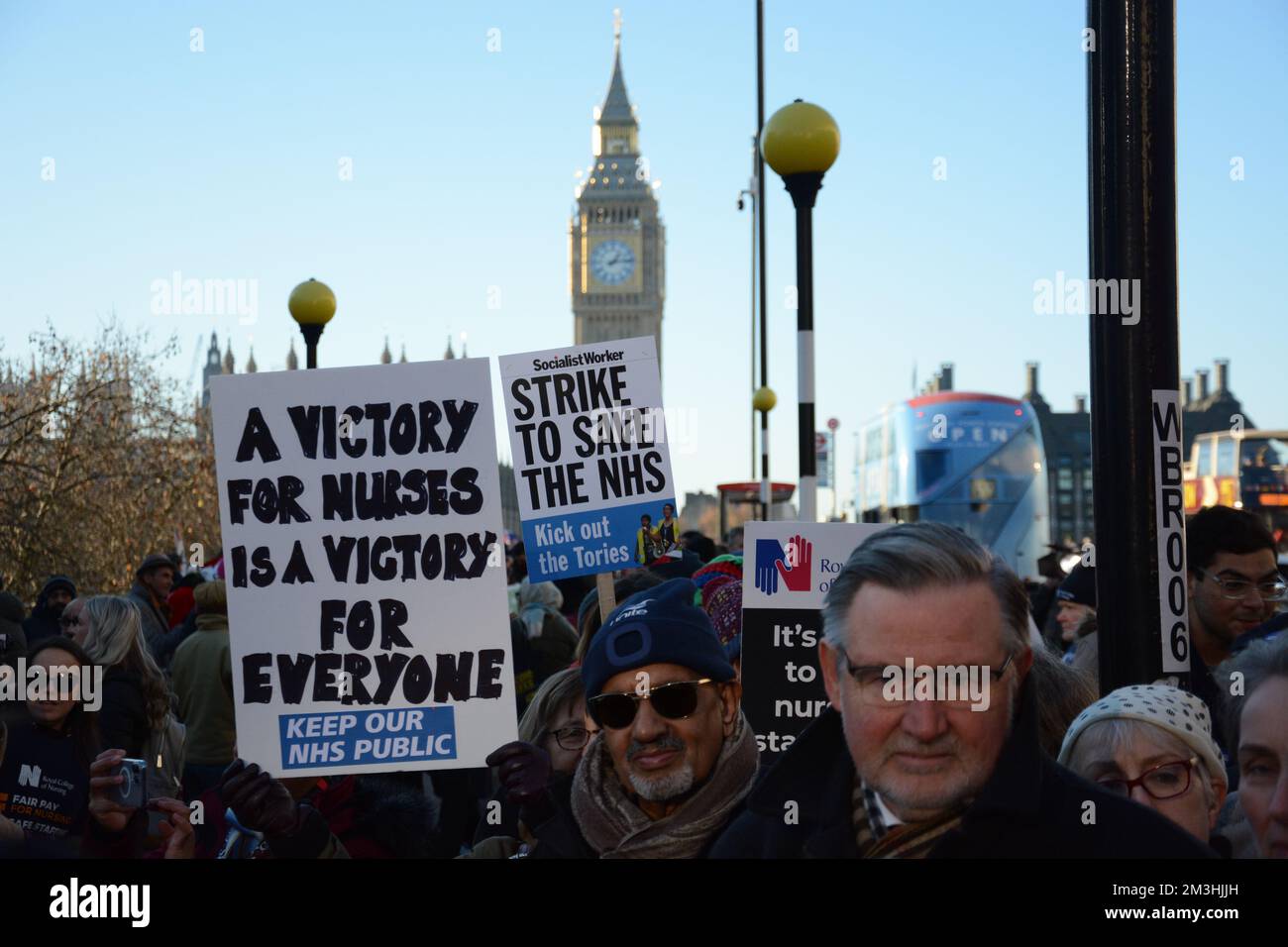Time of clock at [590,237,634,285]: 1:13
